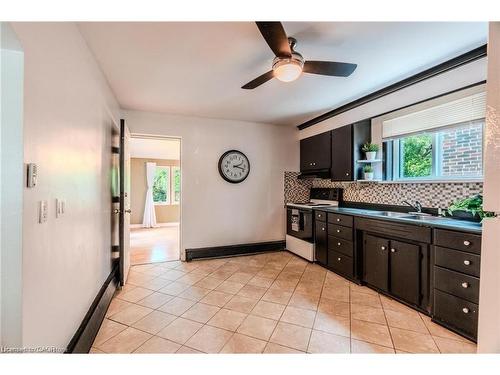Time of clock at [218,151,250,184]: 2:18
